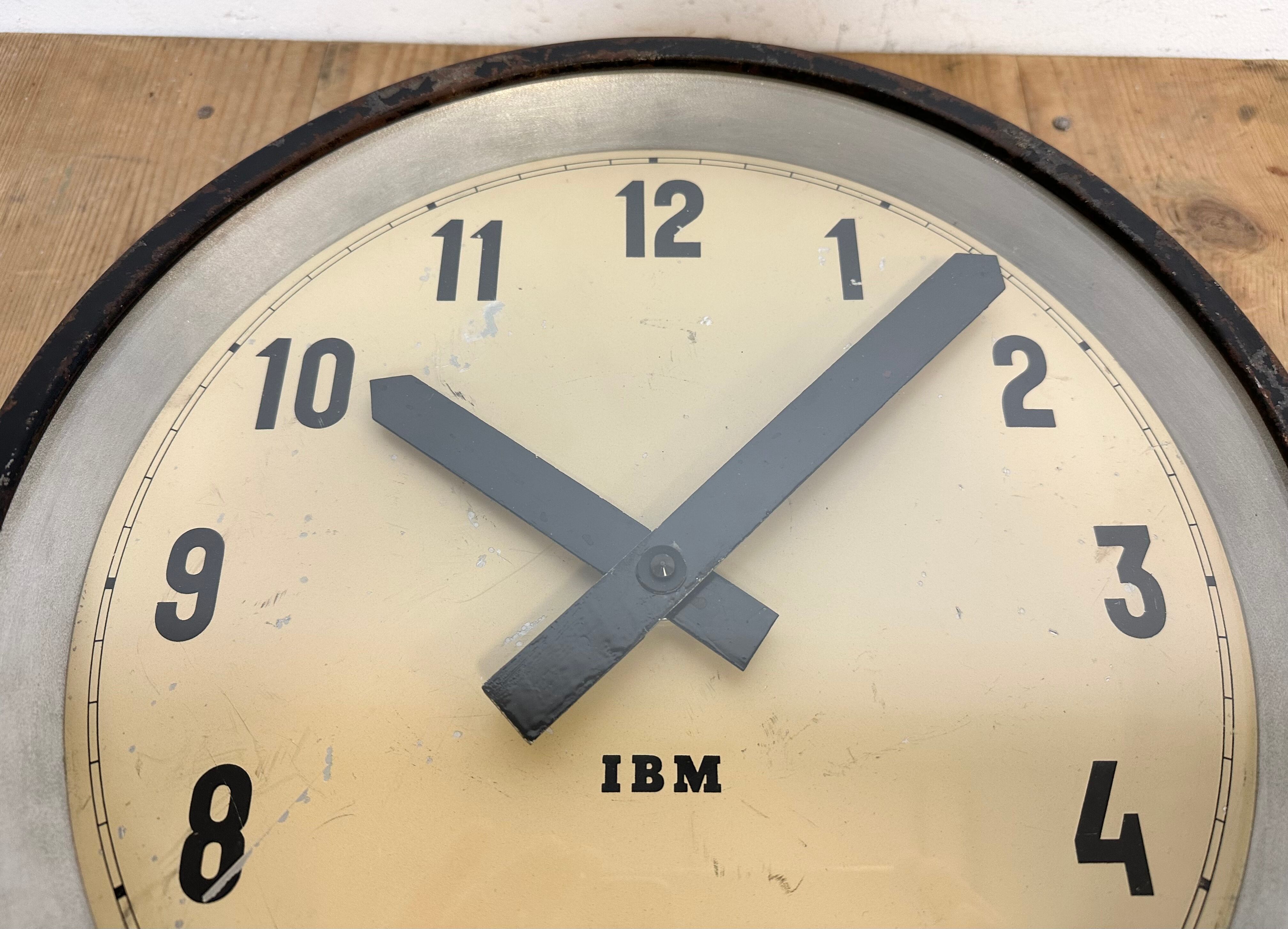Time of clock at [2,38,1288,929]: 10:07
